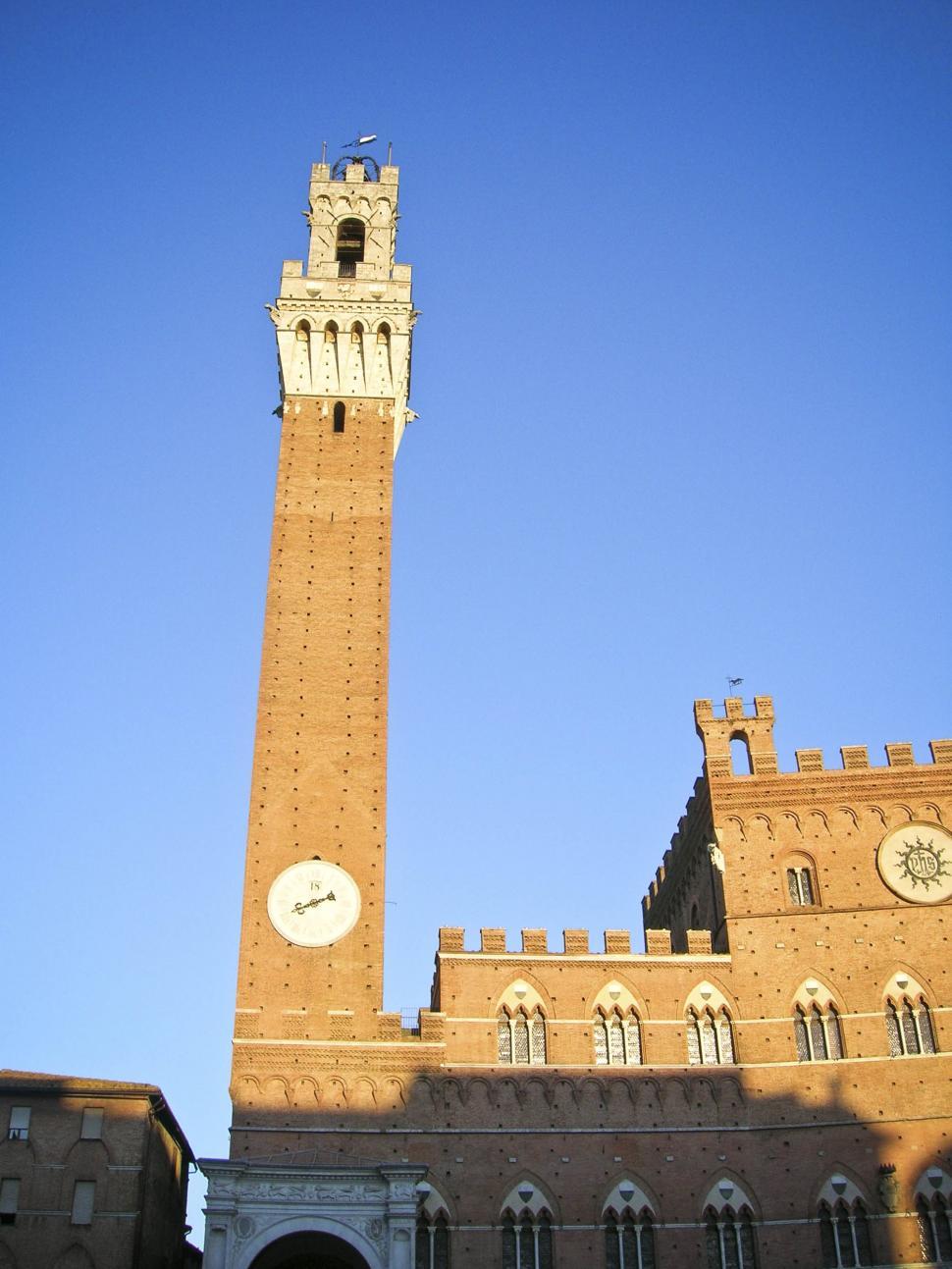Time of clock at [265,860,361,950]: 8:11
